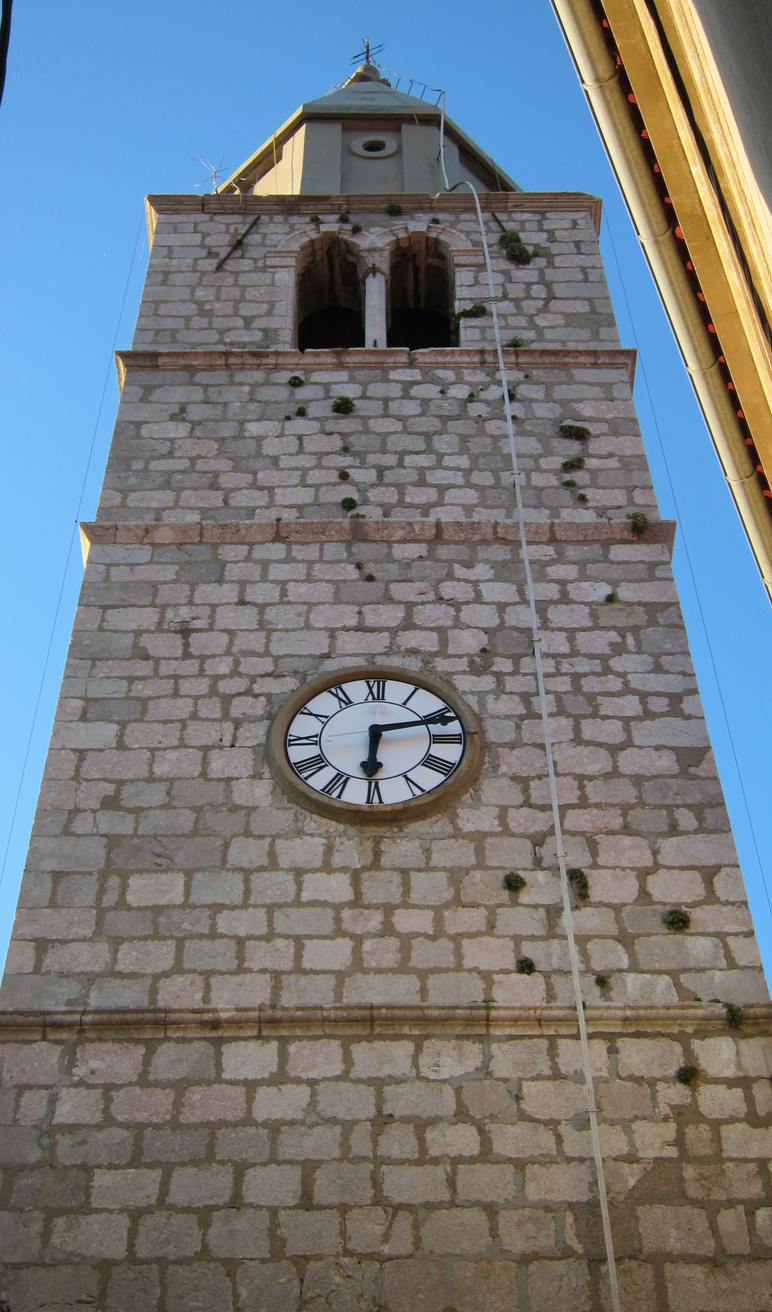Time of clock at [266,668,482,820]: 6:12
